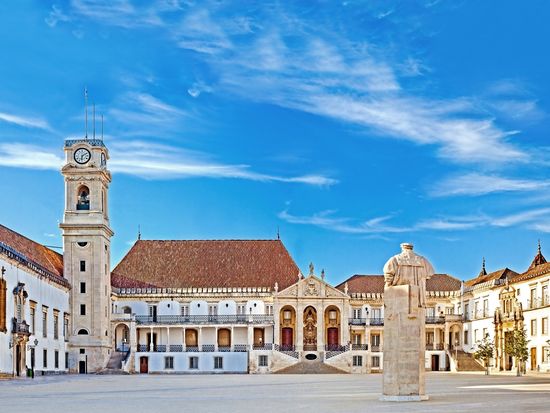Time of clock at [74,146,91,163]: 6:10
